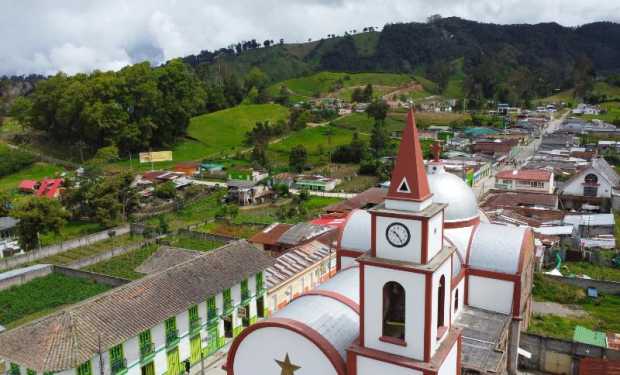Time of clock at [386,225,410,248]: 10:24
